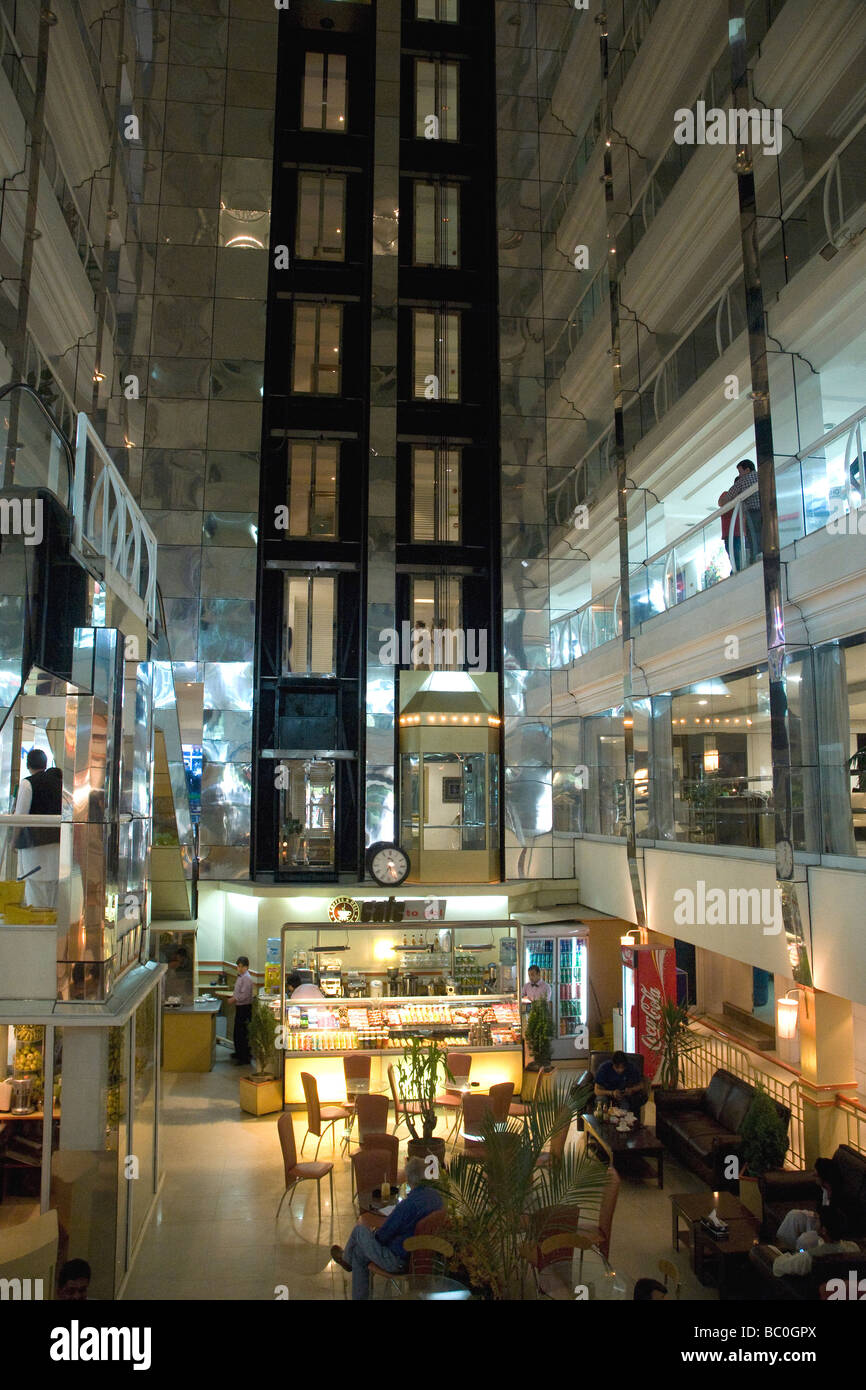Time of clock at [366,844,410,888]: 5:34
